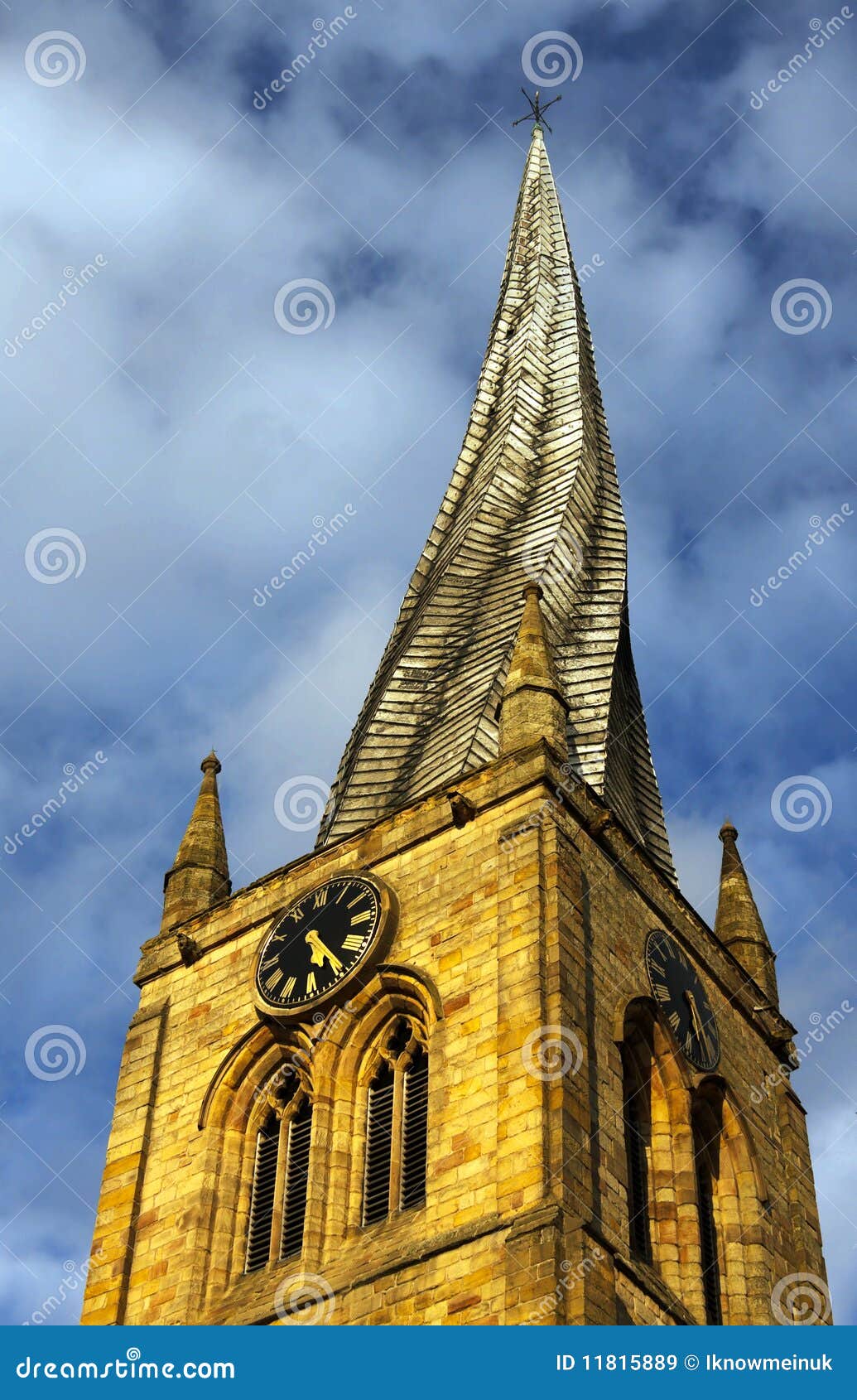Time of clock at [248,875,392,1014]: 5:24
